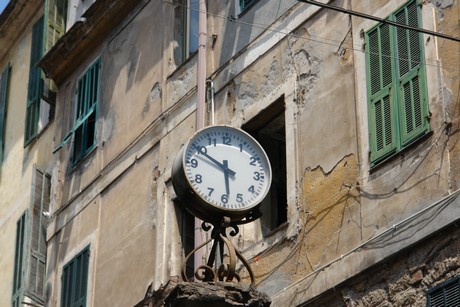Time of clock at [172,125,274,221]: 5:49
